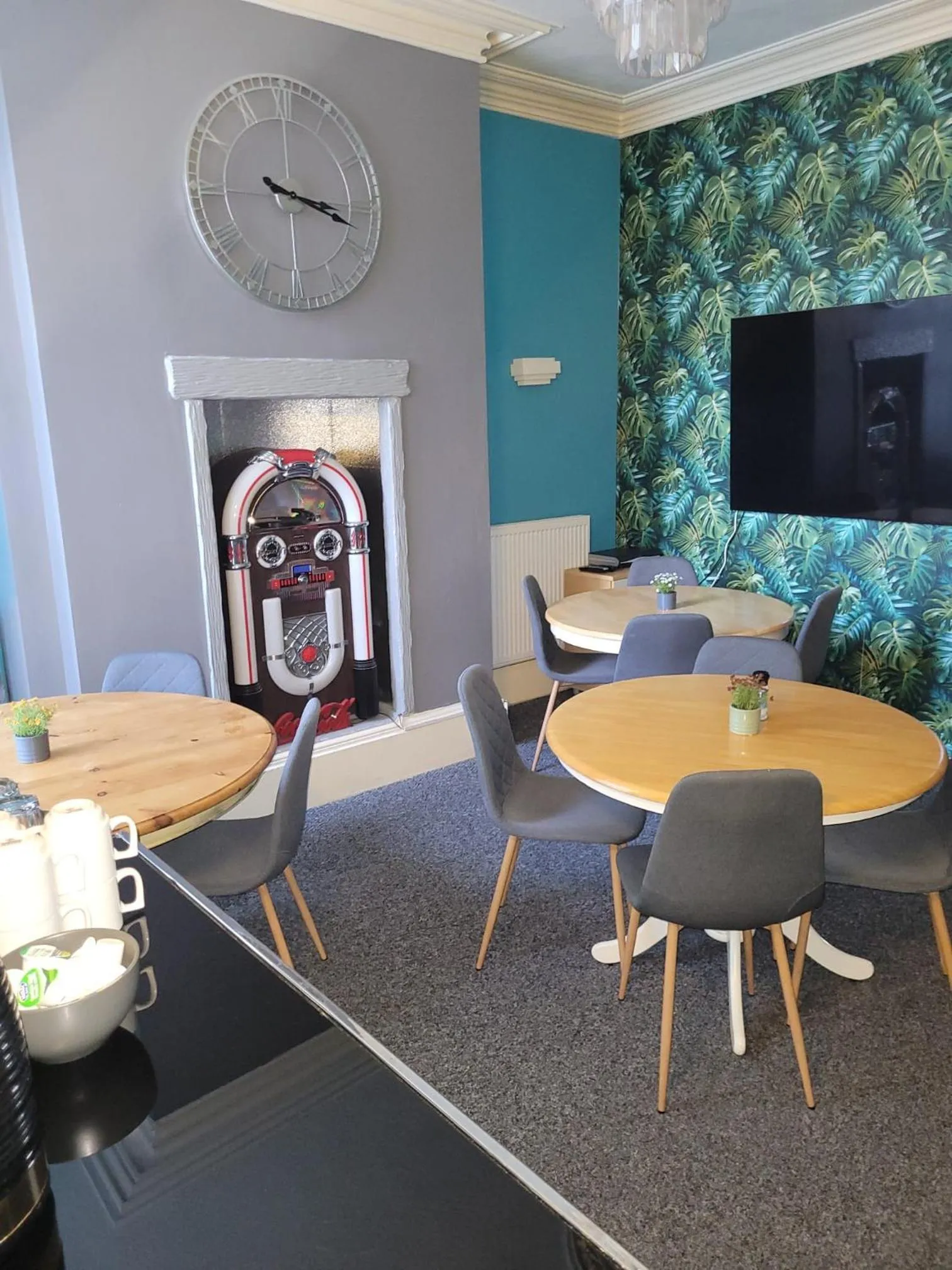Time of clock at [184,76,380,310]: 3:17
